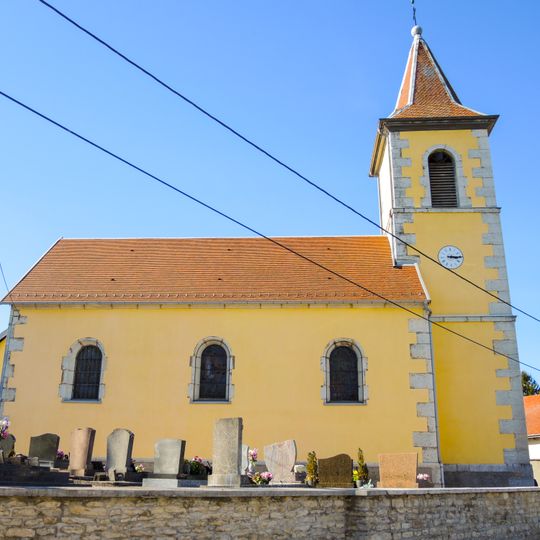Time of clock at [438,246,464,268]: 3:14
